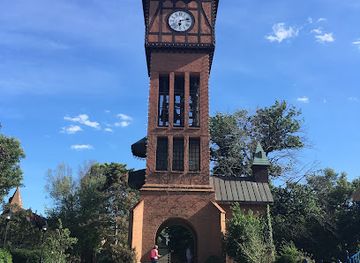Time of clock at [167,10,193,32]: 6:12
